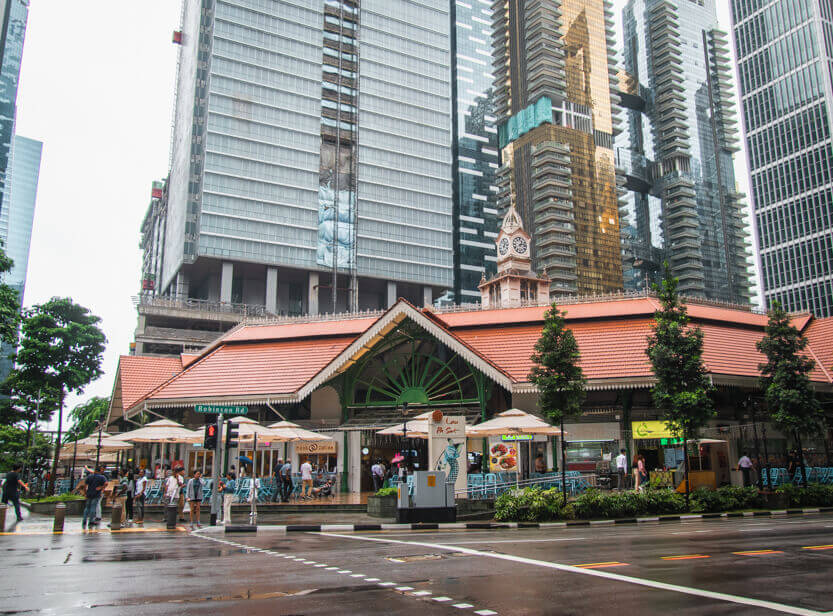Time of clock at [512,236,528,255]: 1:12
